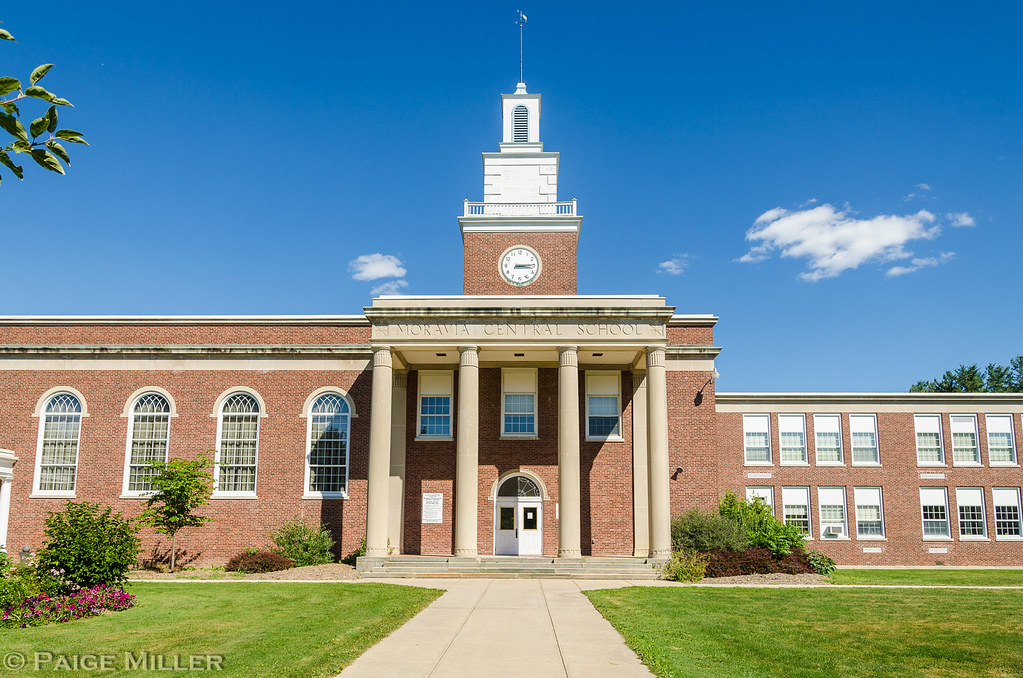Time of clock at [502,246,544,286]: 3:14
